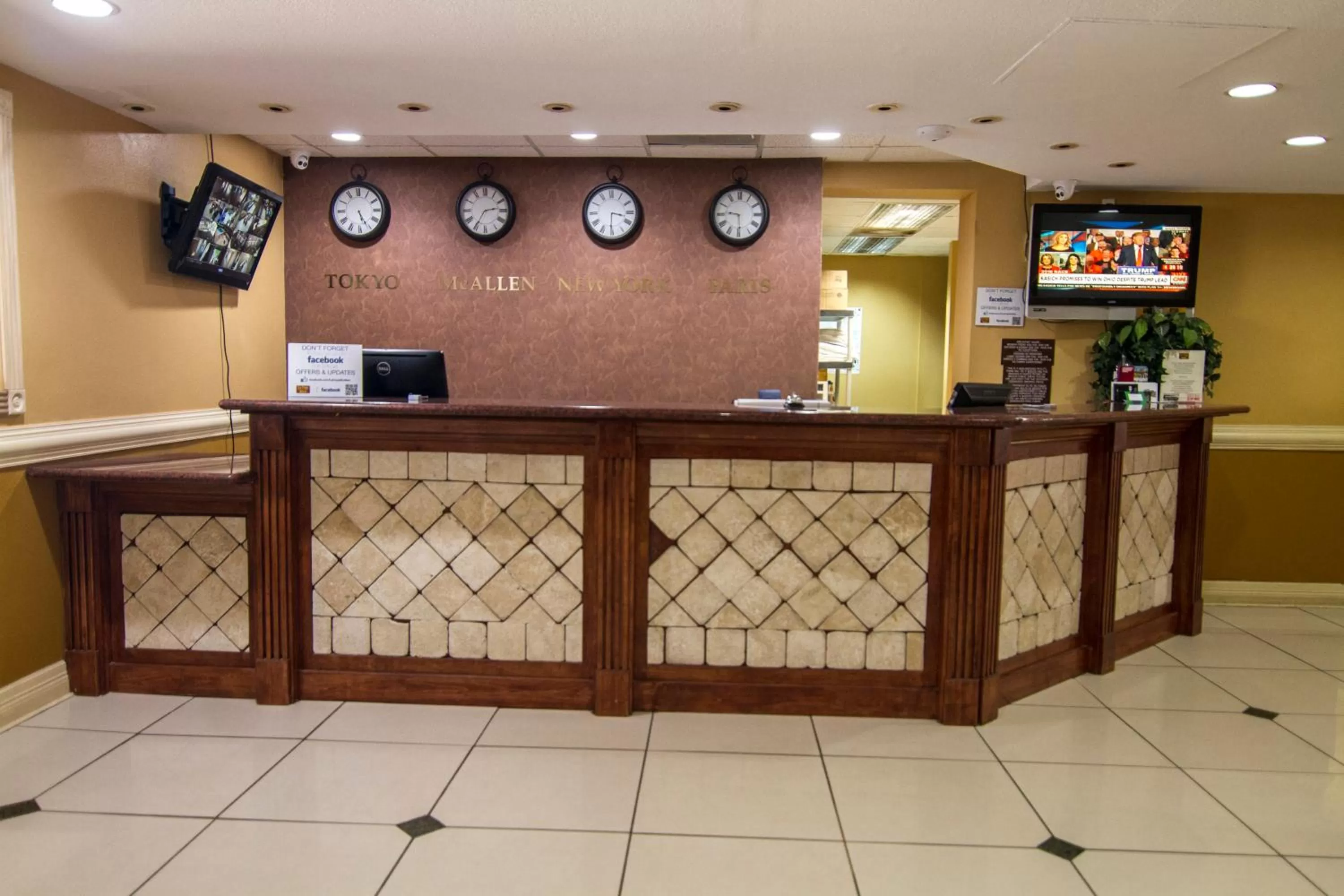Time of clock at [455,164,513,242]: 2:35
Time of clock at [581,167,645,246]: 3:30
